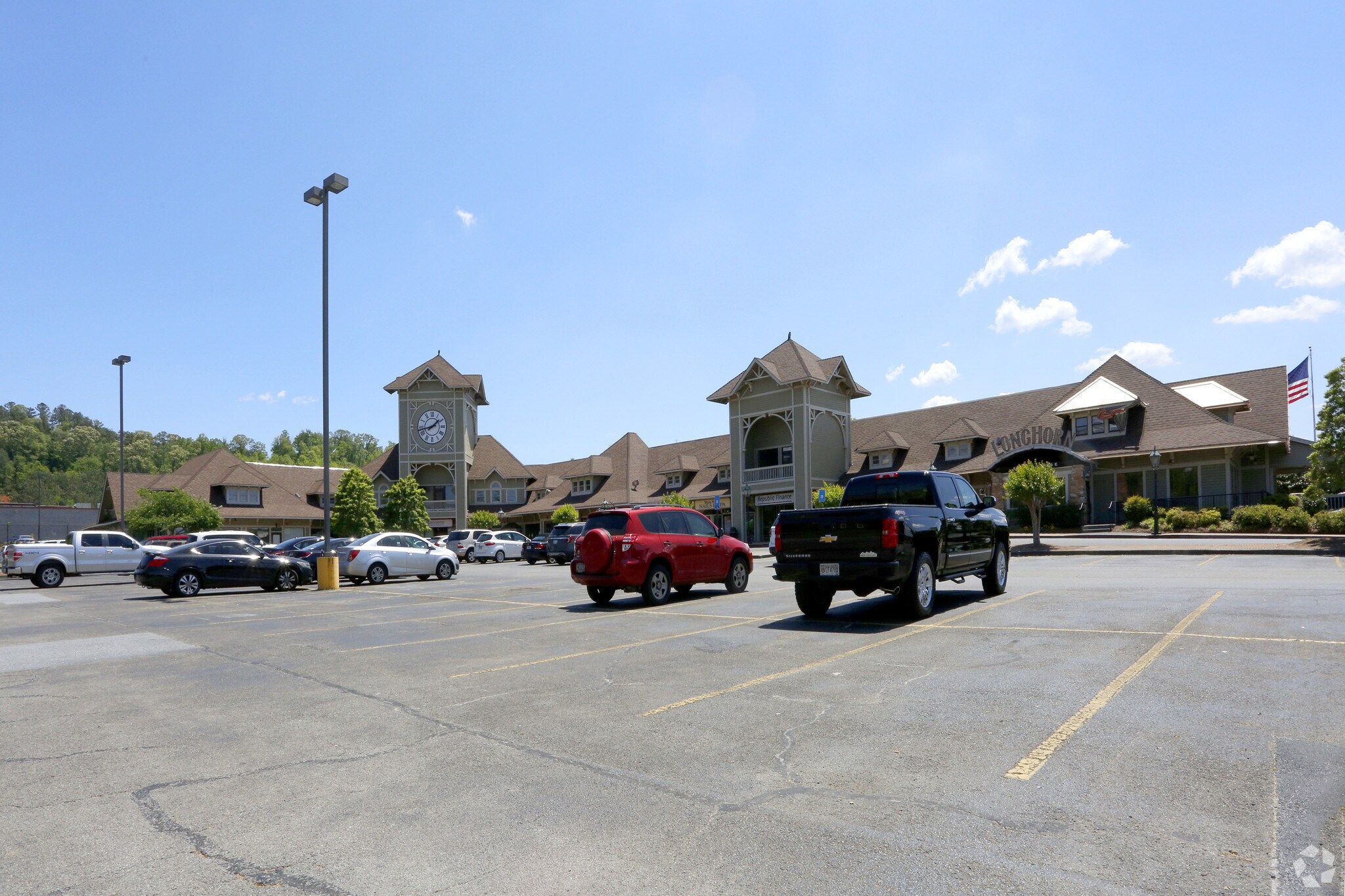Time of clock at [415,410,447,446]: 1:43
